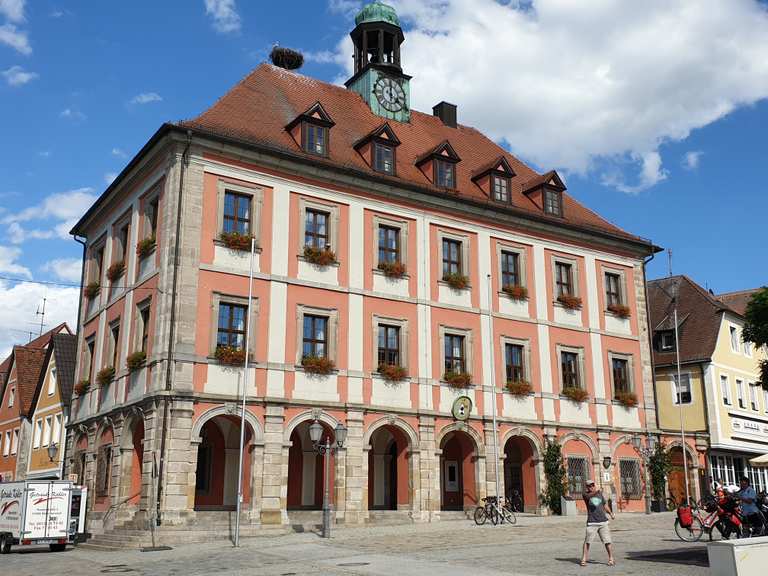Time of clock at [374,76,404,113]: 4:00
